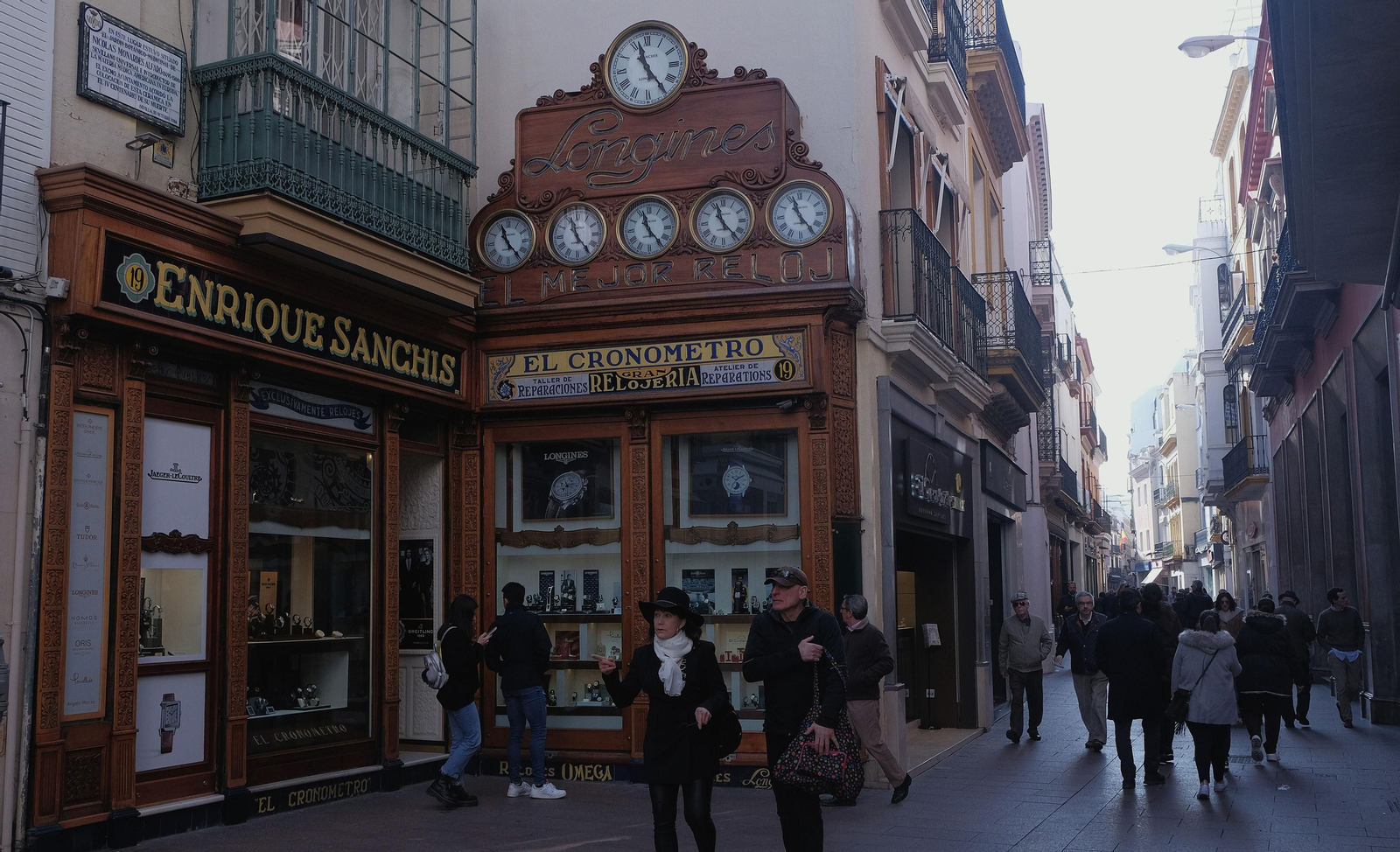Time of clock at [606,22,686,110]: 11:24
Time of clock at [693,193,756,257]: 11:23
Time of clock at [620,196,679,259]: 11:23
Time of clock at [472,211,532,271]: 11:23
